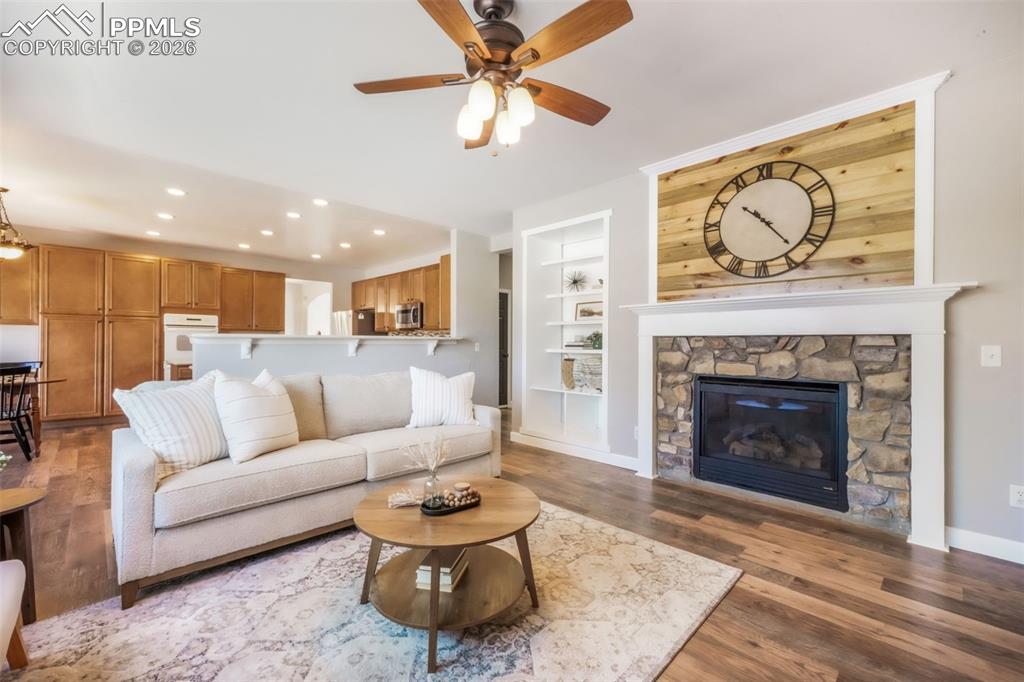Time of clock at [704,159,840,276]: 10:23
